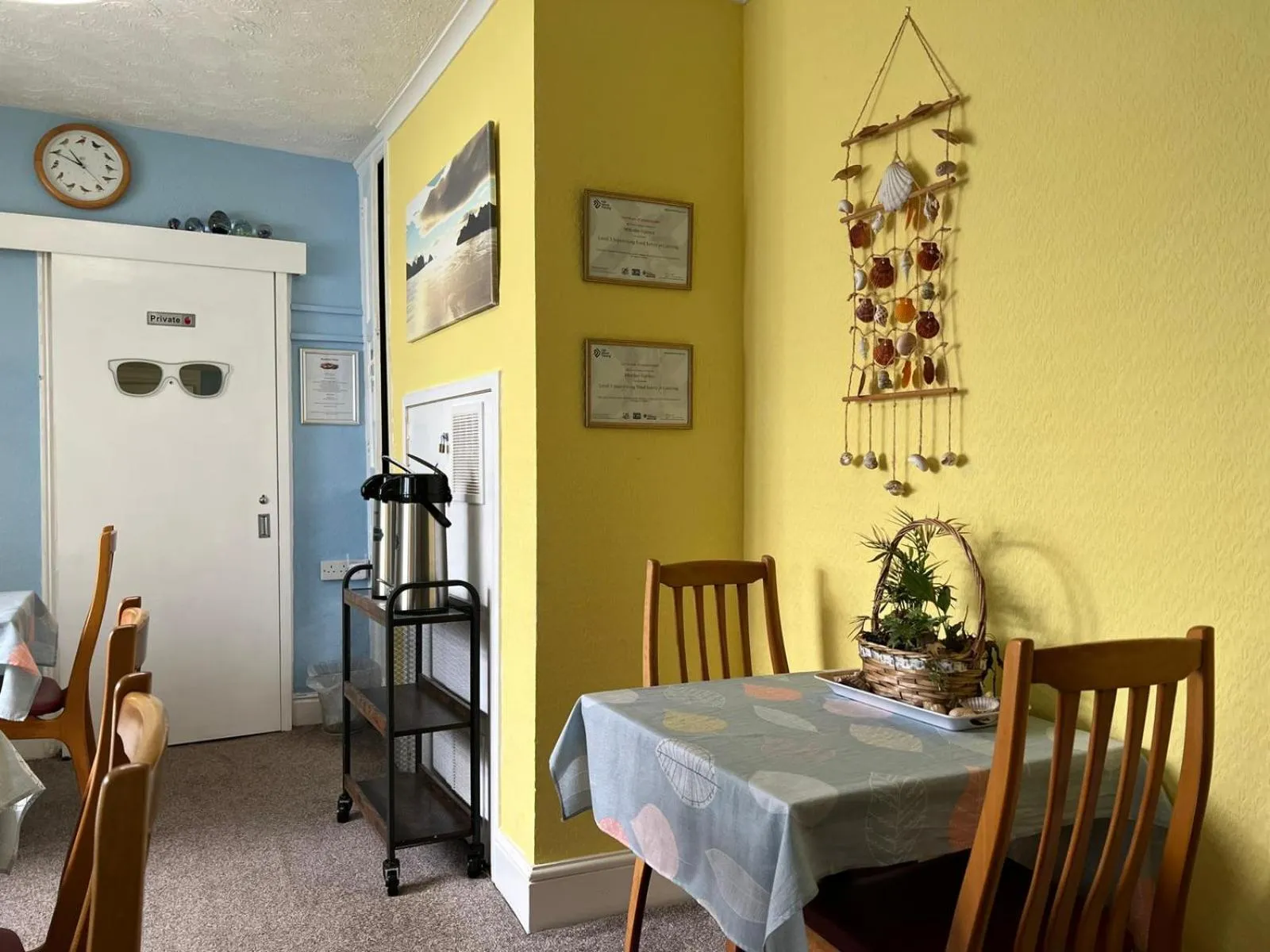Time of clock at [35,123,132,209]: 10:49
